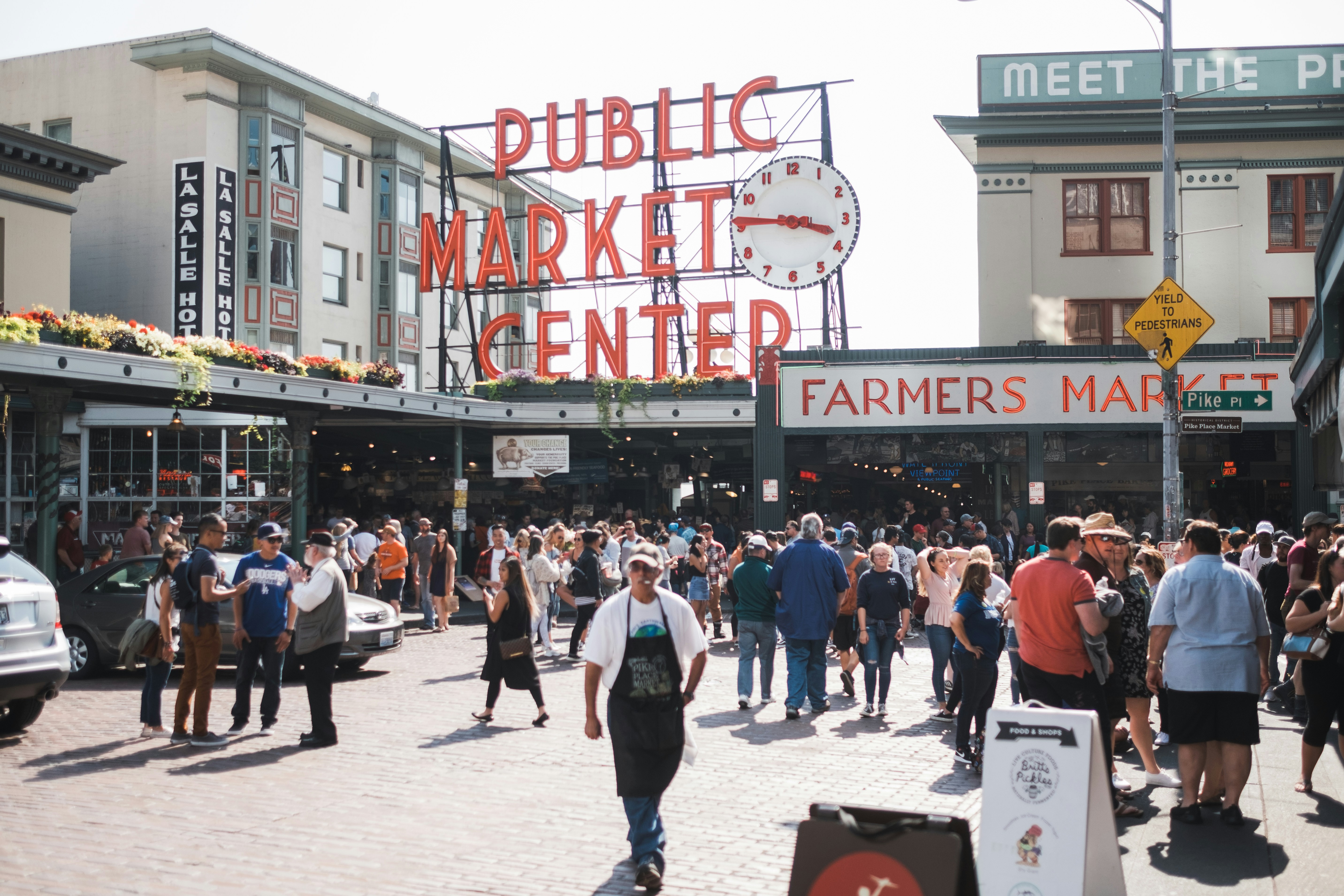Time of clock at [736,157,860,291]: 3:45
